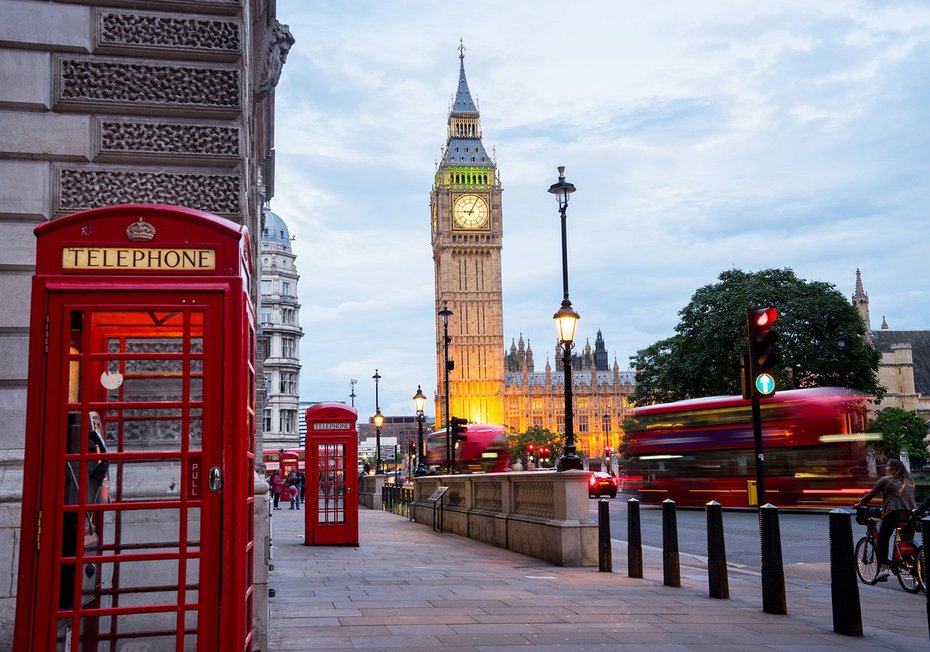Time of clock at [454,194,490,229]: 9:04
